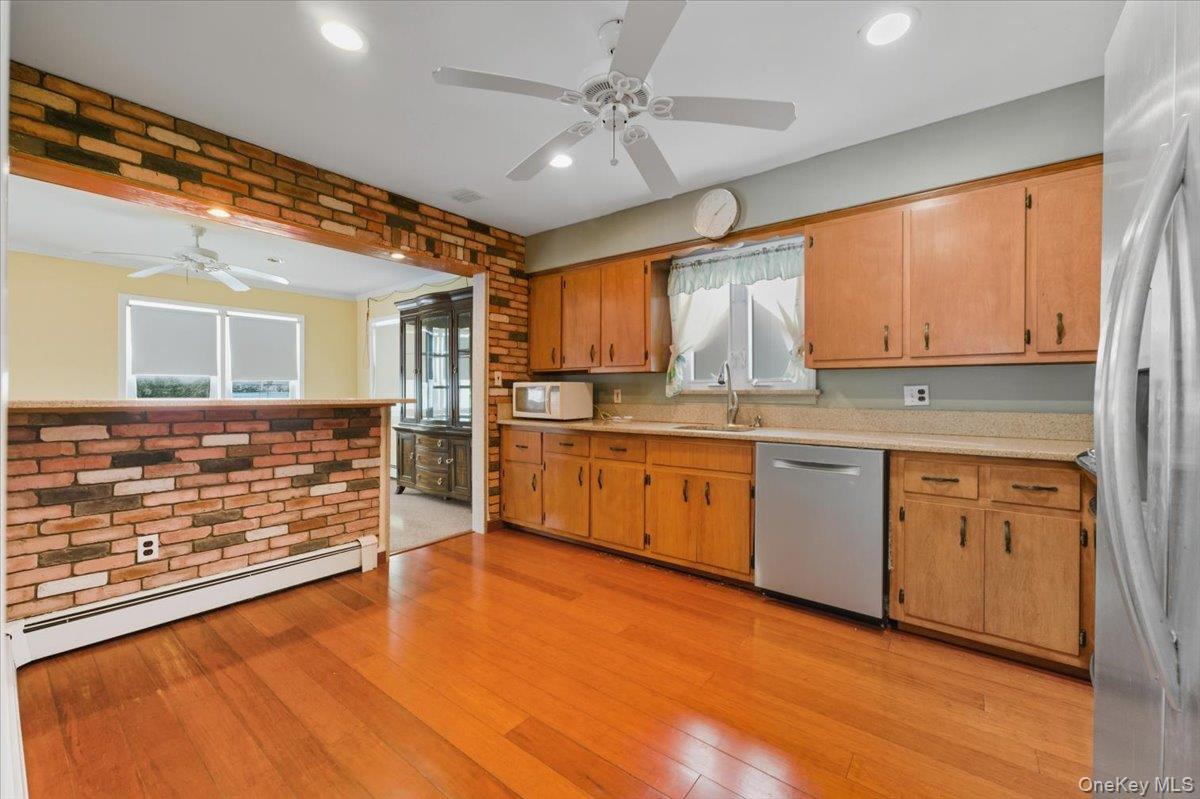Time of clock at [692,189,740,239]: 1:34
